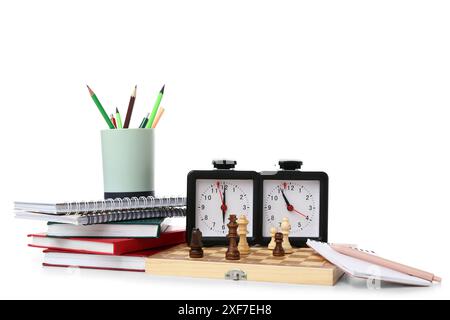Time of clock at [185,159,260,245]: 6:00
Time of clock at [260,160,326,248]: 10:55
